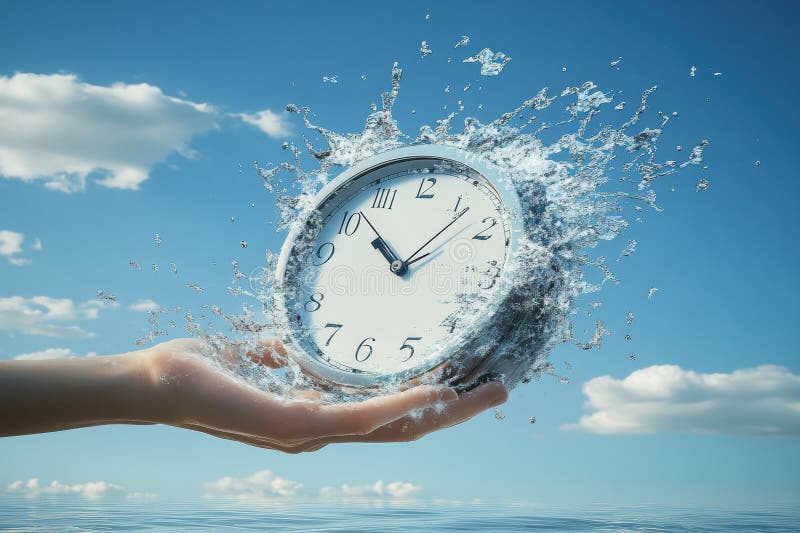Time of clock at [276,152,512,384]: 10:07
